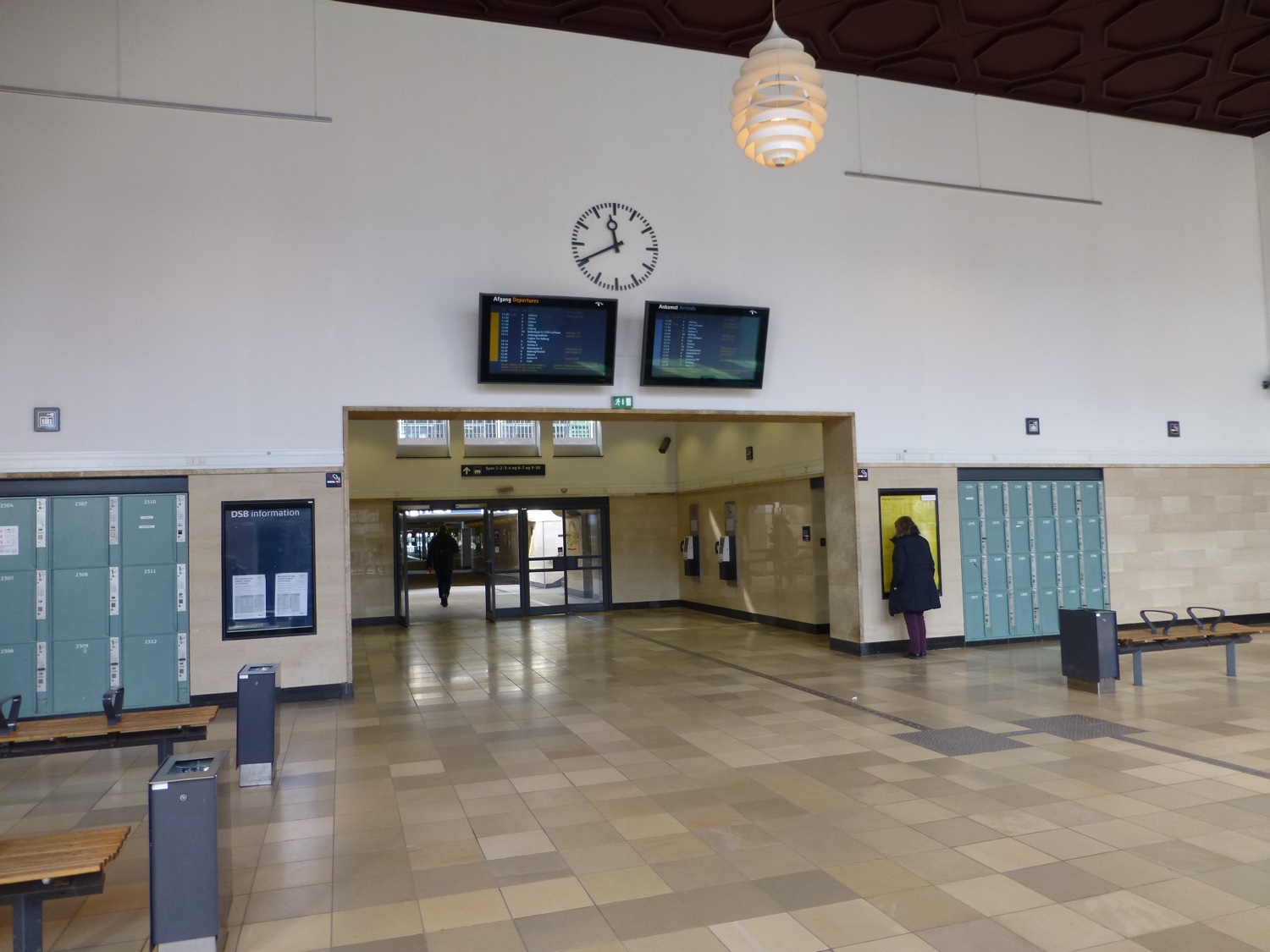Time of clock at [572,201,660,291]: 11:40
